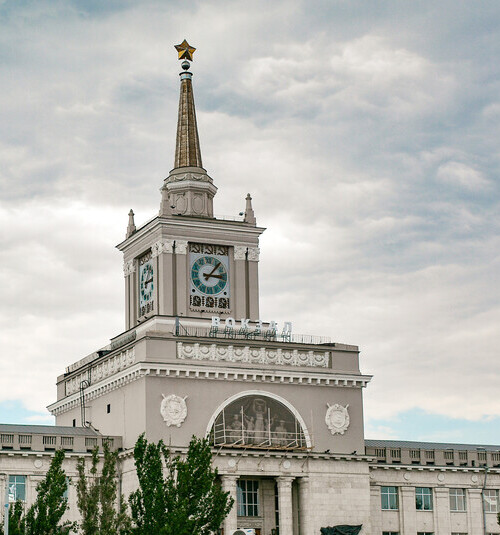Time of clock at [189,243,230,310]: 3:06
